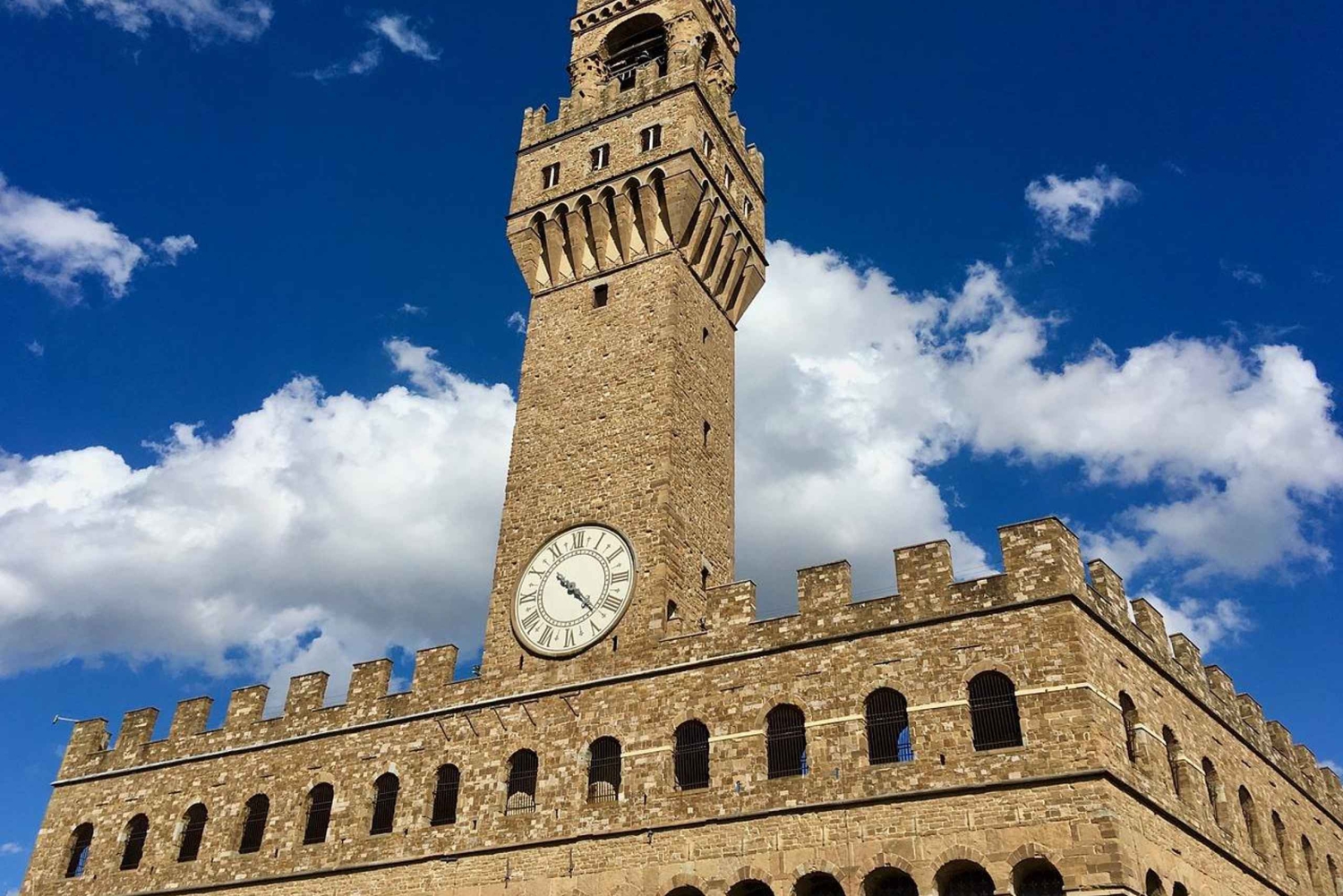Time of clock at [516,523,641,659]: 10:22
